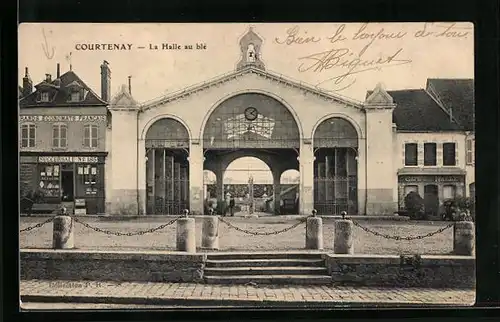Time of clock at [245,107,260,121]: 4:07
